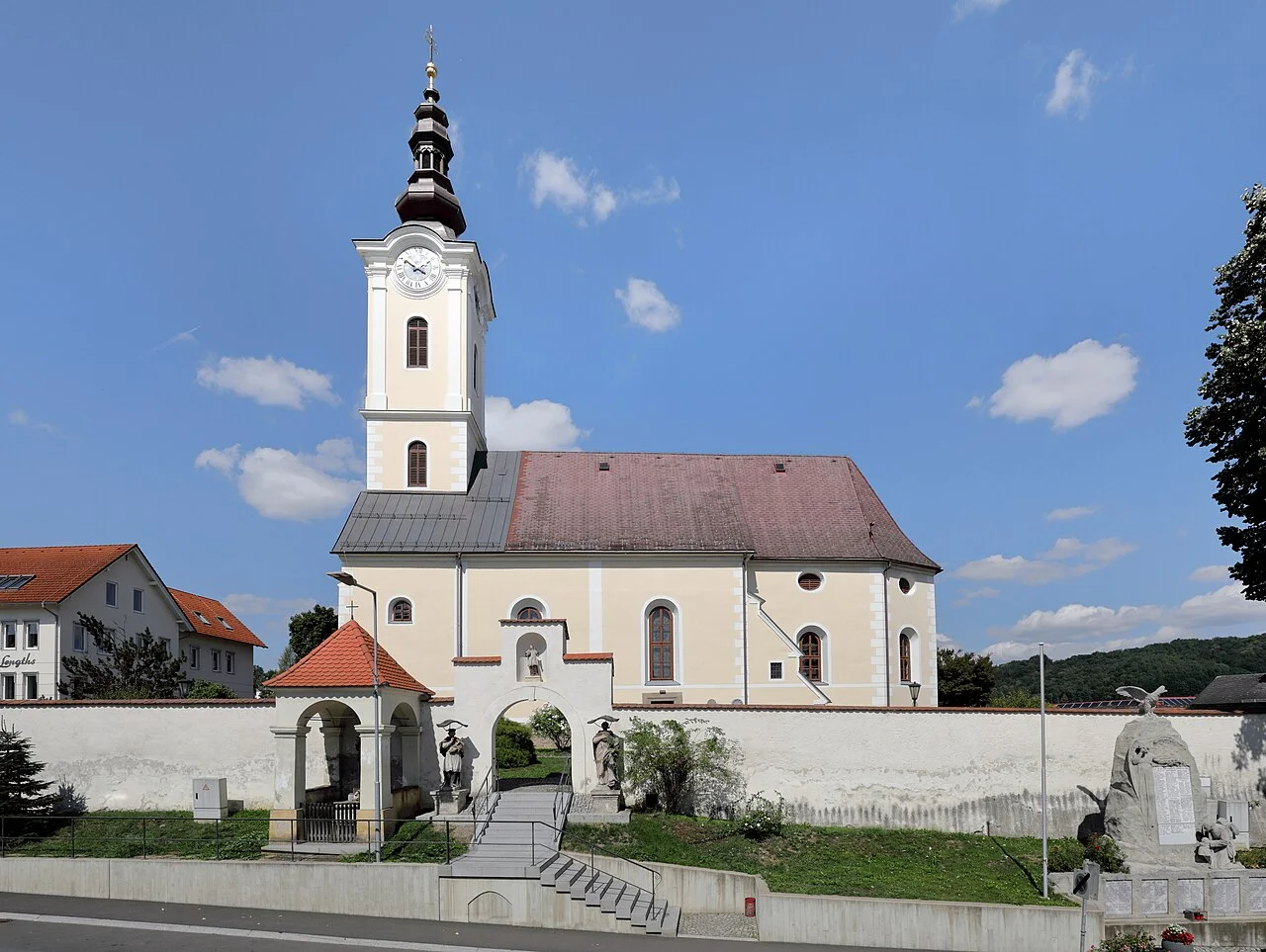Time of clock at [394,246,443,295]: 1:50
